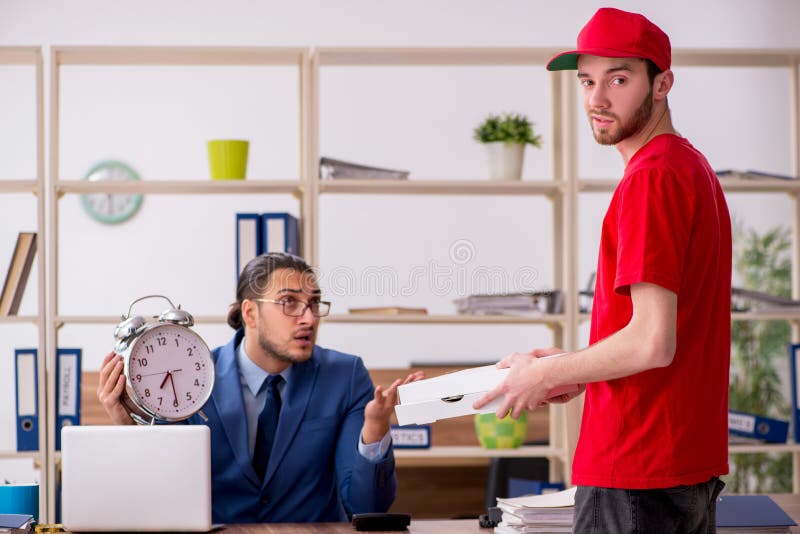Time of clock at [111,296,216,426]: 7:29
